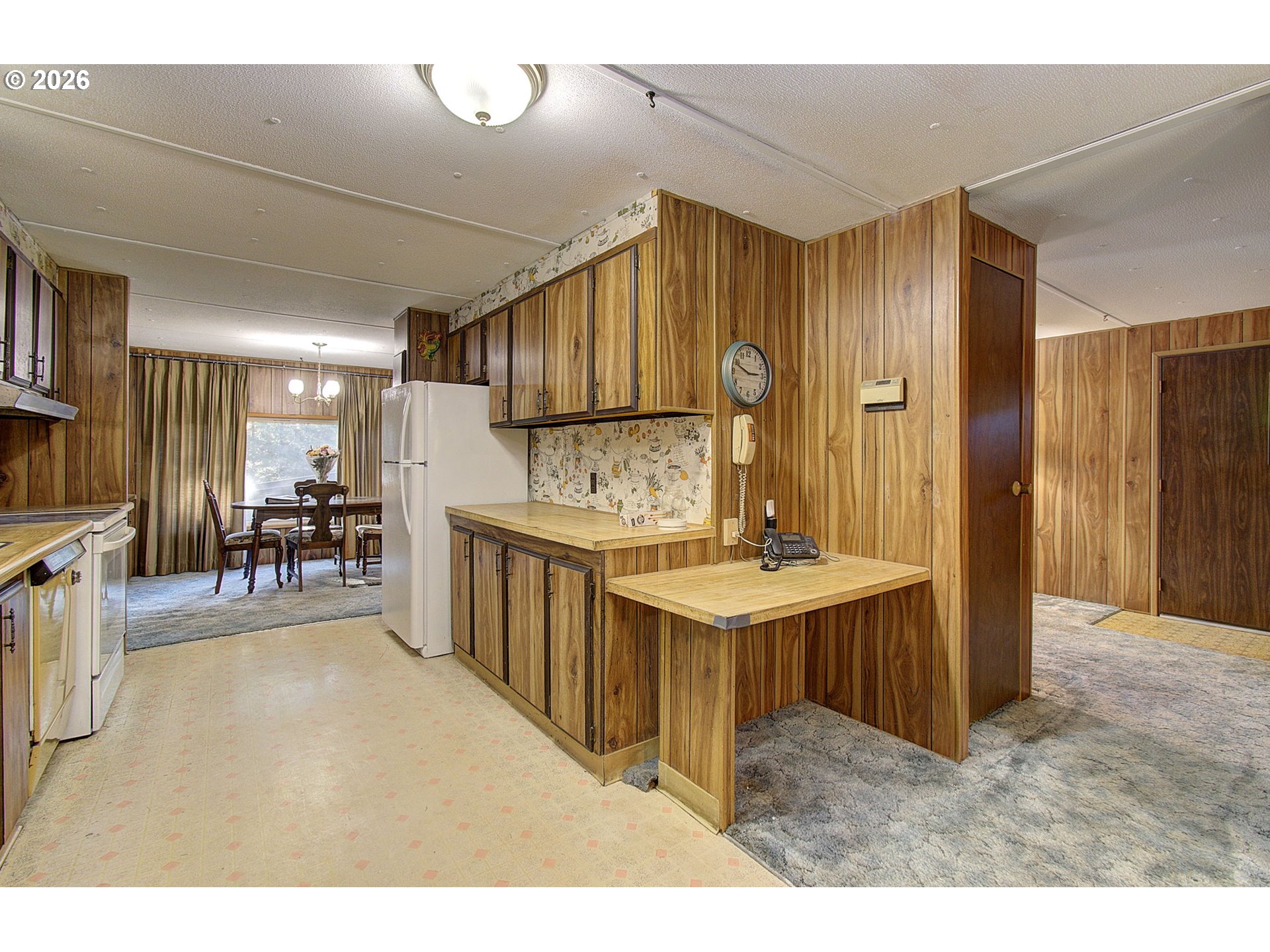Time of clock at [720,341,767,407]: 2:48
